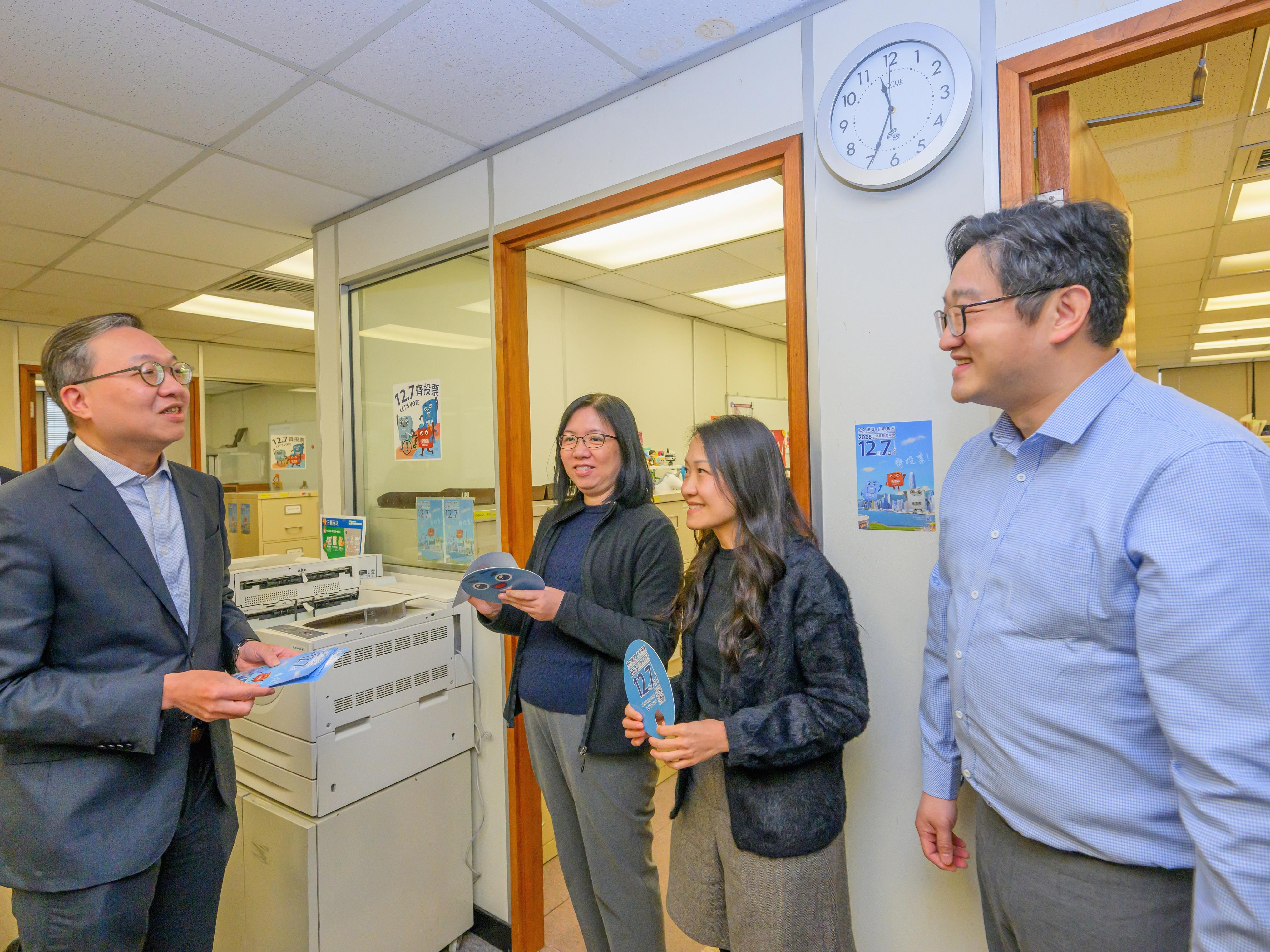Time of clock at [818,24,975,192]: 11:34
